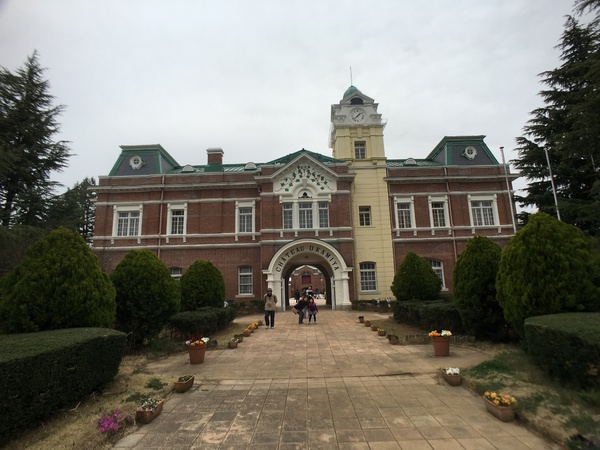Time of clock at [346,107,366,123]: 1:37
